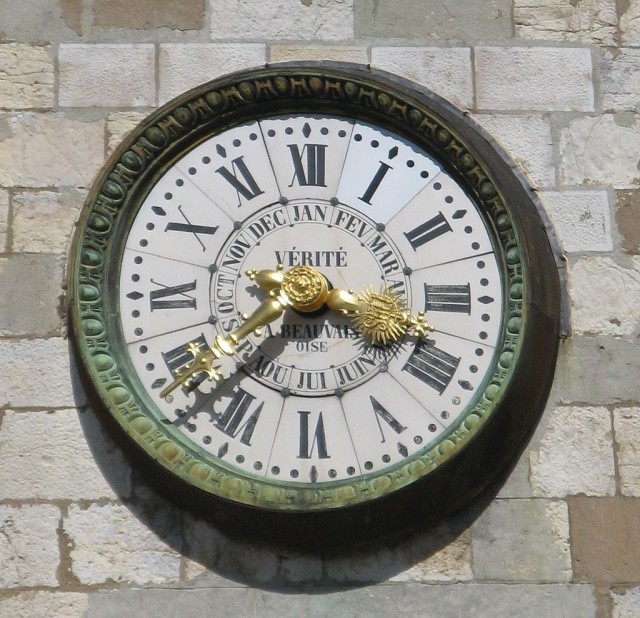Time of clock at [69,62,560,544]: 3:37
